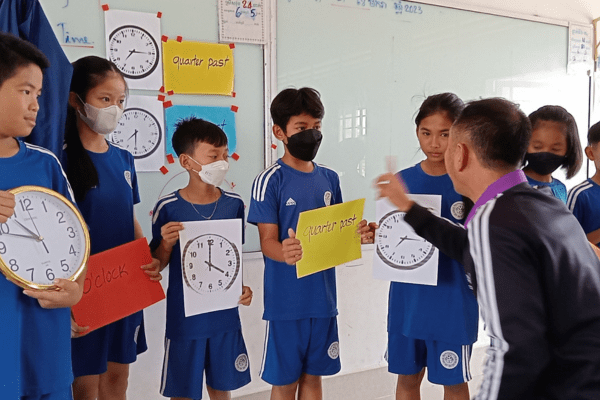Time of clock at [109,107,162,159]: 7:30
